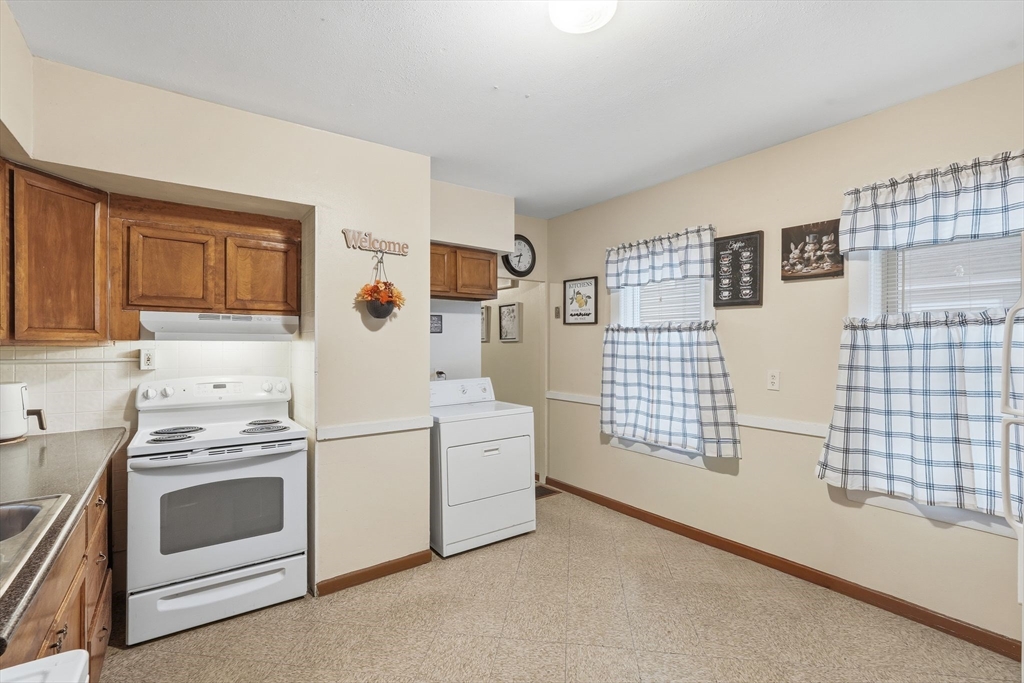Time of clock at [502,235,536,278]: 8:32
